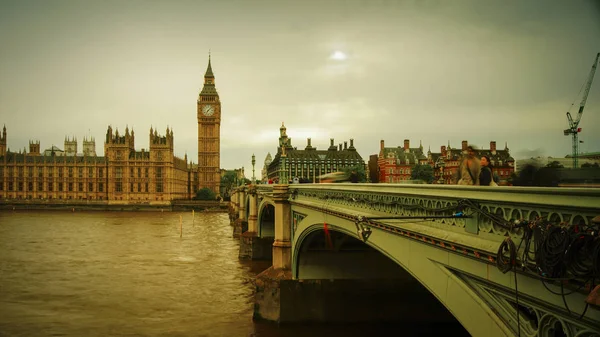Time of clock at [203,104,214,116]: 7:07
